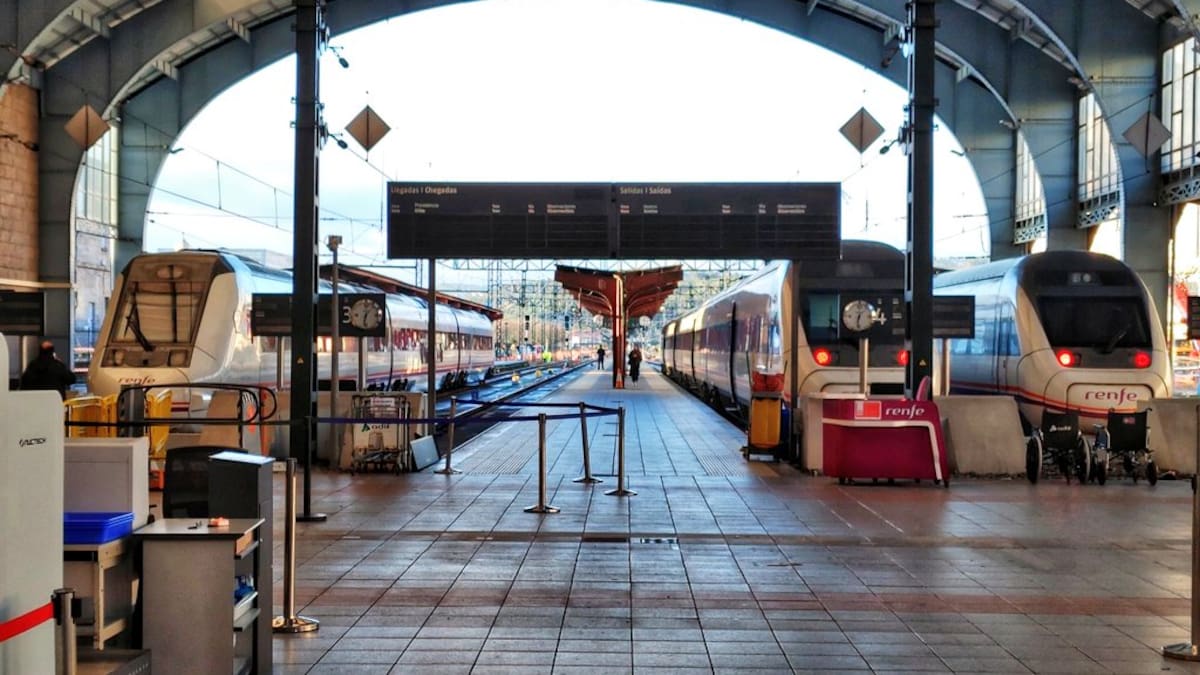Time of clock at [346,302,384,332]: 11:32
